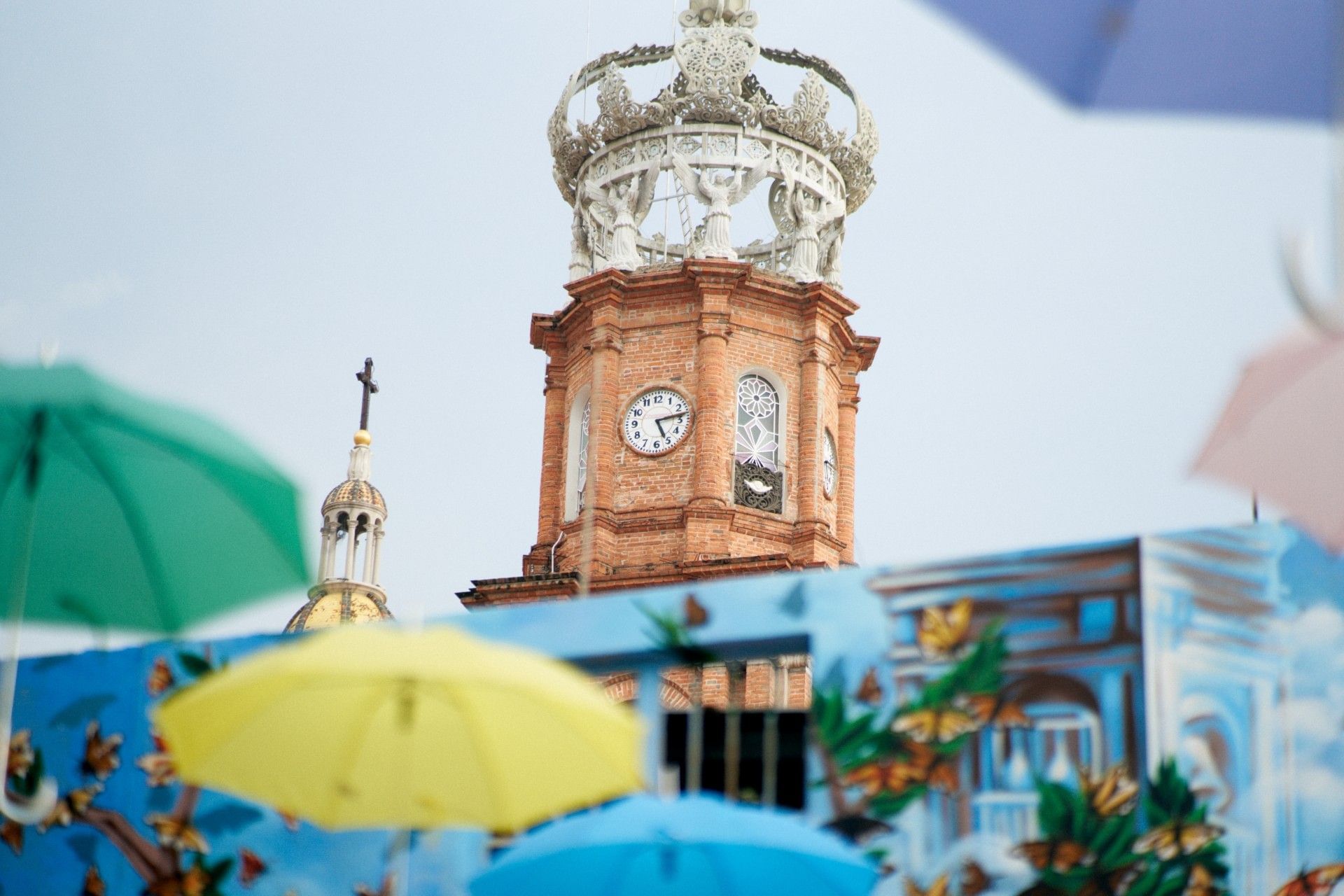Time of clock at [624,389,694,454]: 5:13
